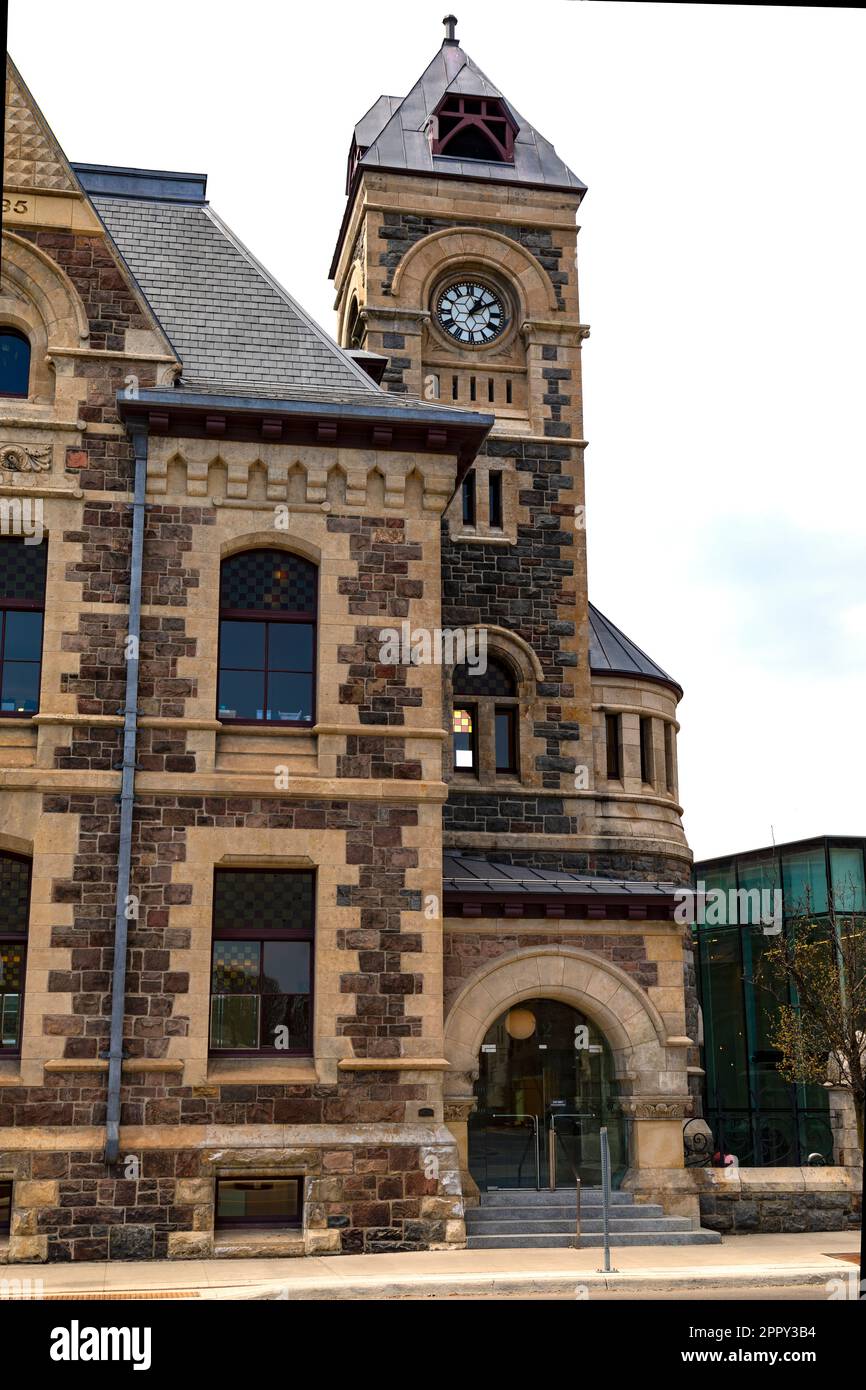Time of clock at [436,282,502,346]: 1:09
